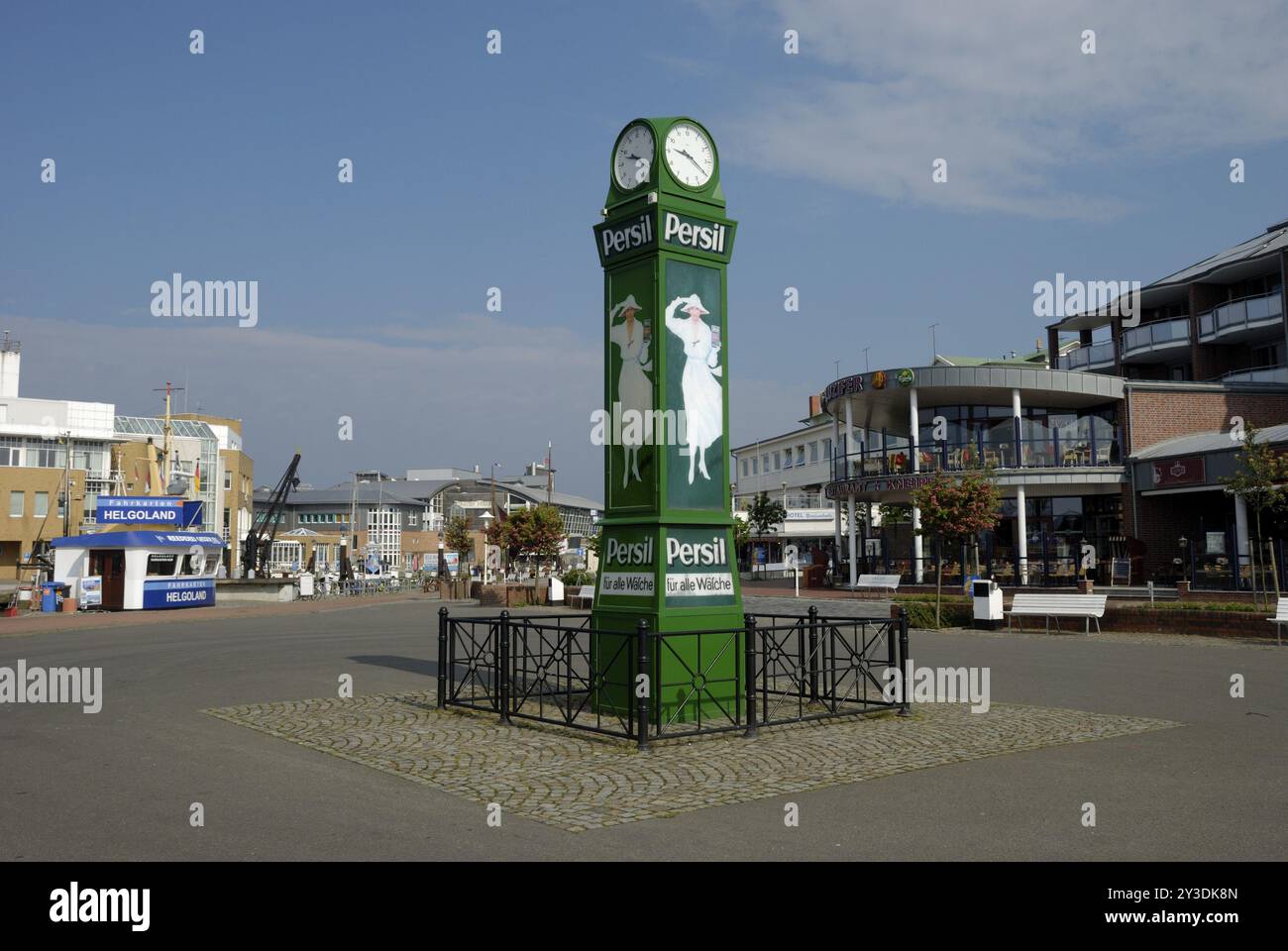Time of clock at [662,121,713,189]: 9:19
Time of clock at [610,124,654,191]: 9:47
